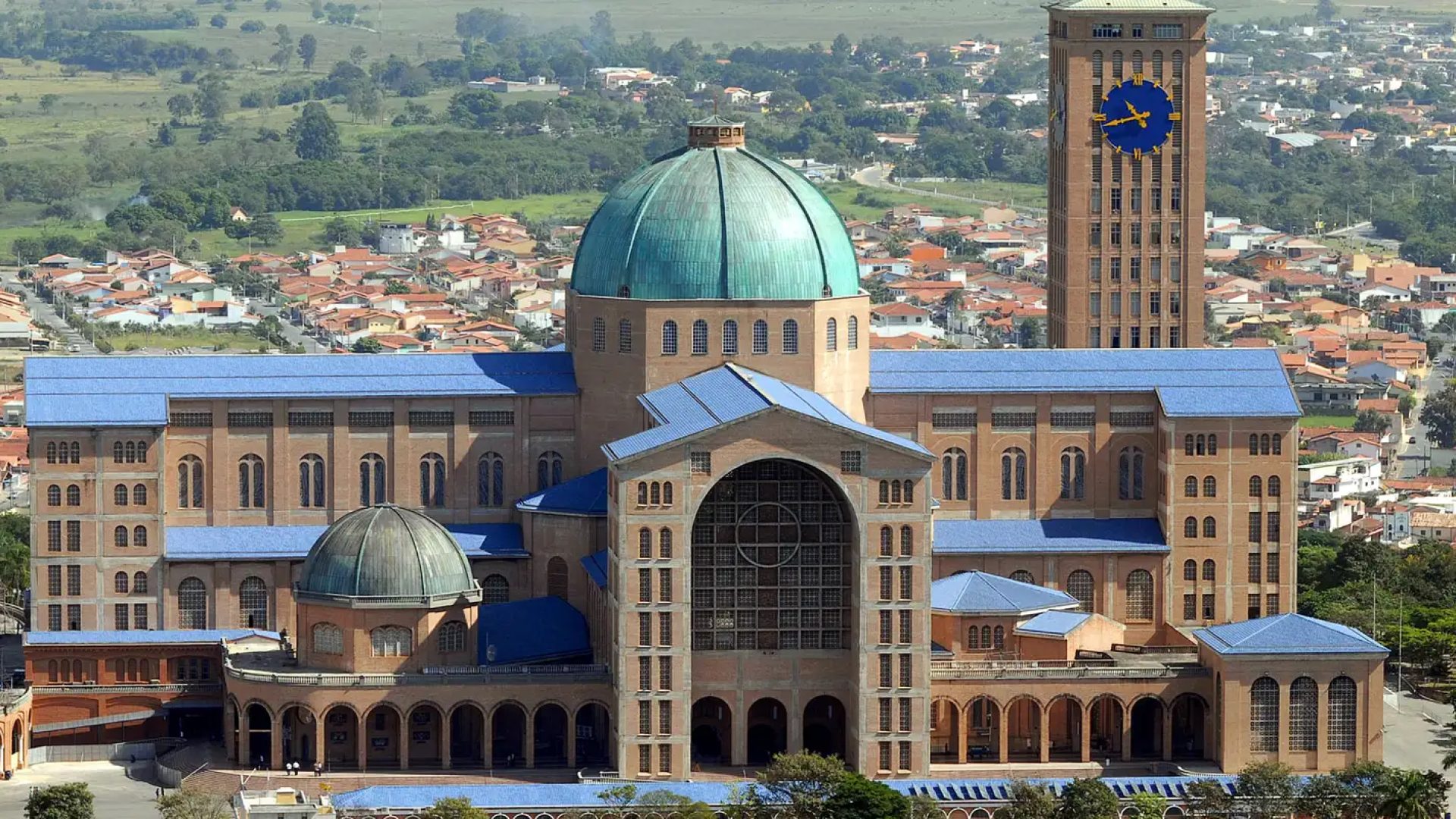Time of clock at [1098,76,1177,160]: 10:42
